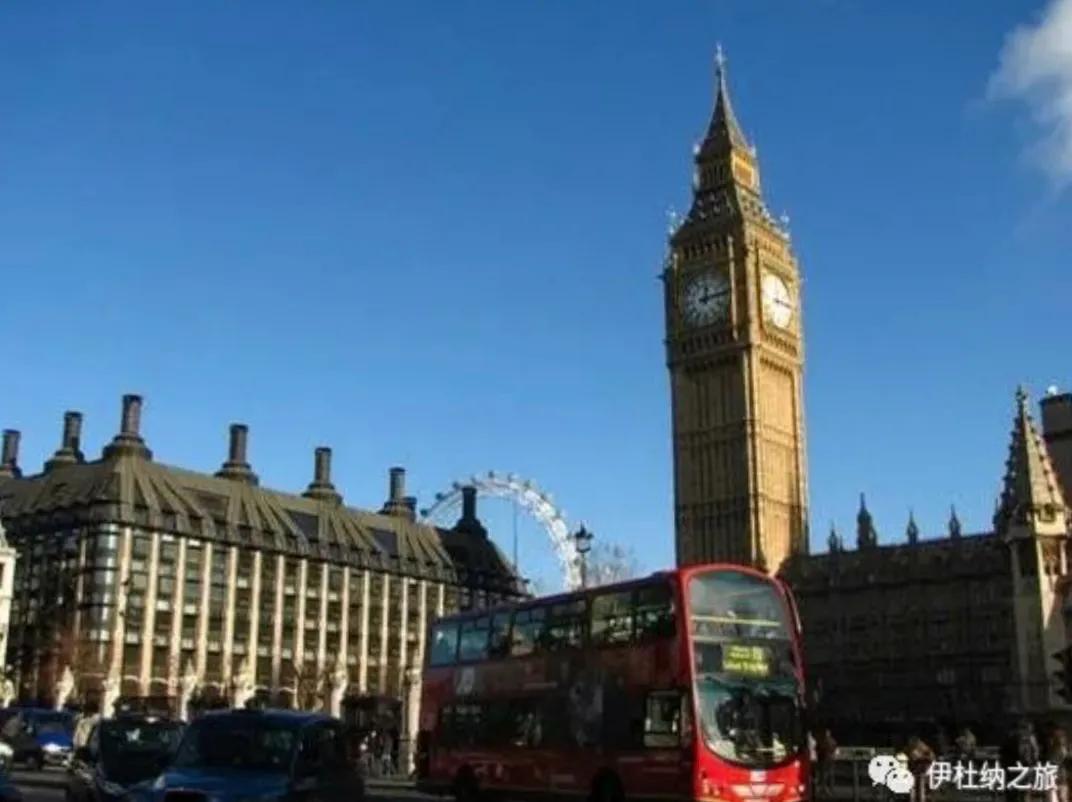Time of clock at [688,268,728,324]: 12:13
